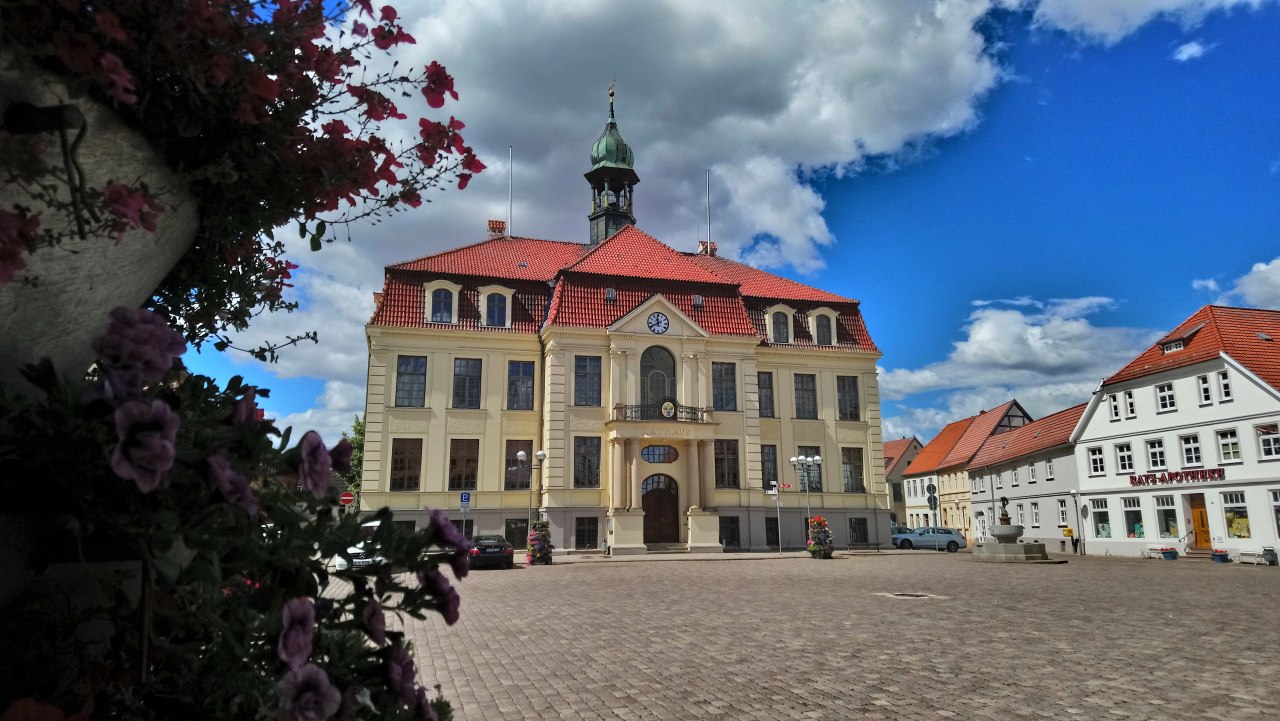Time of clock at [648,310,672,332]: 11:40
